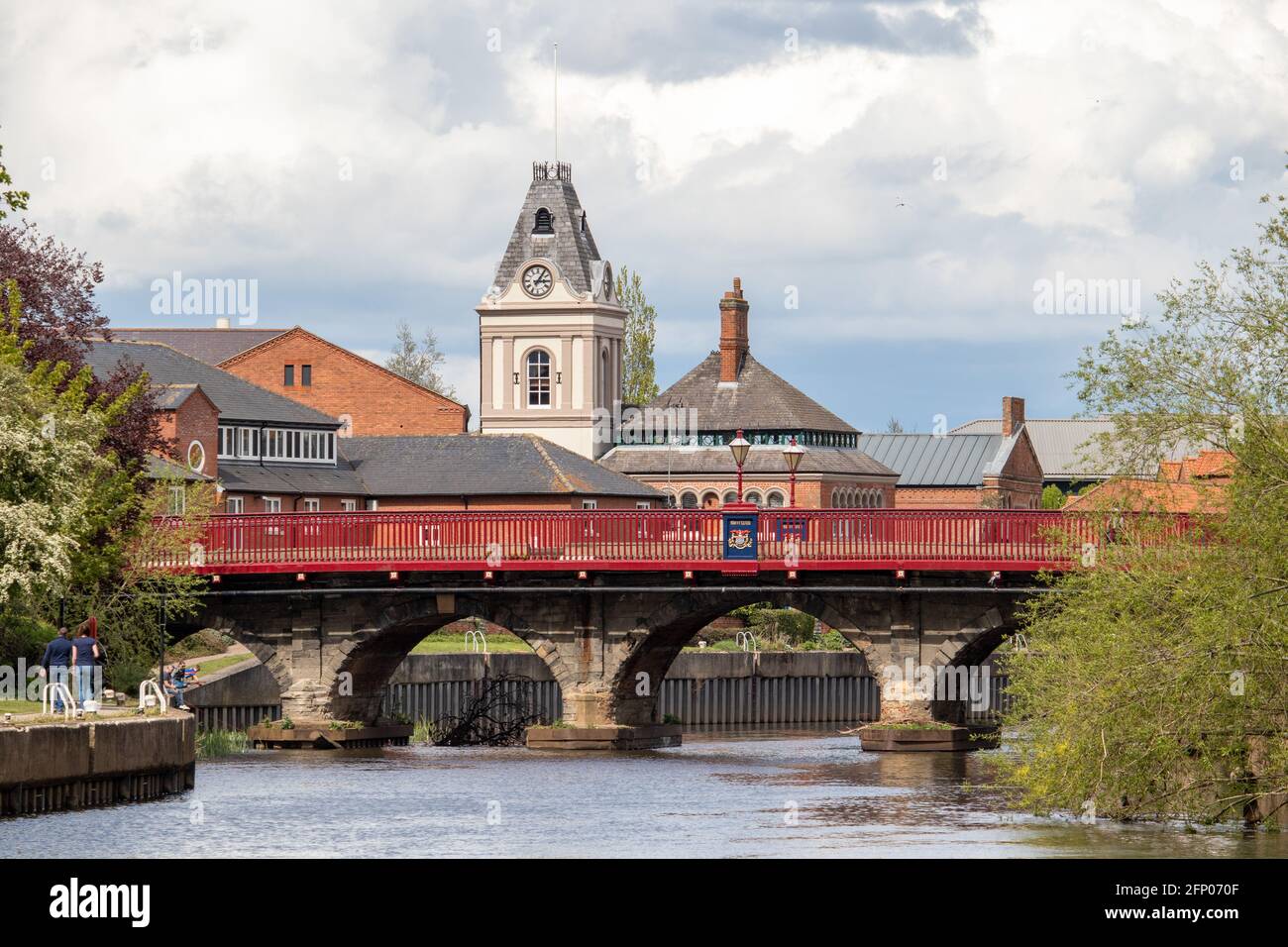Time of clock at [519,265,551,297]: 3:05
